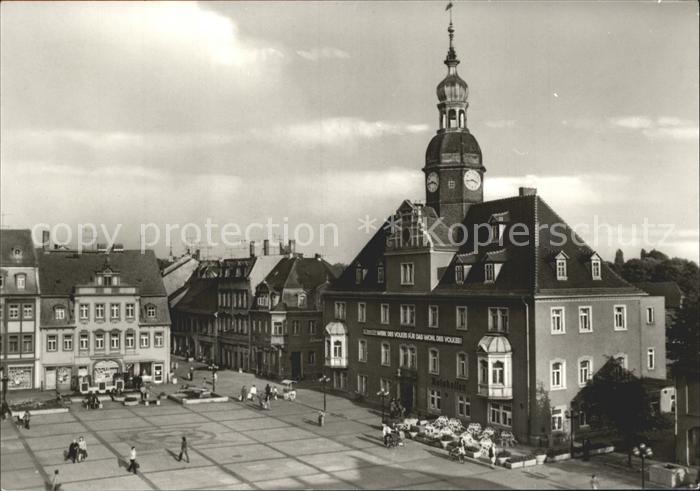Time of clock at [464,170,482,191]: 3:43
